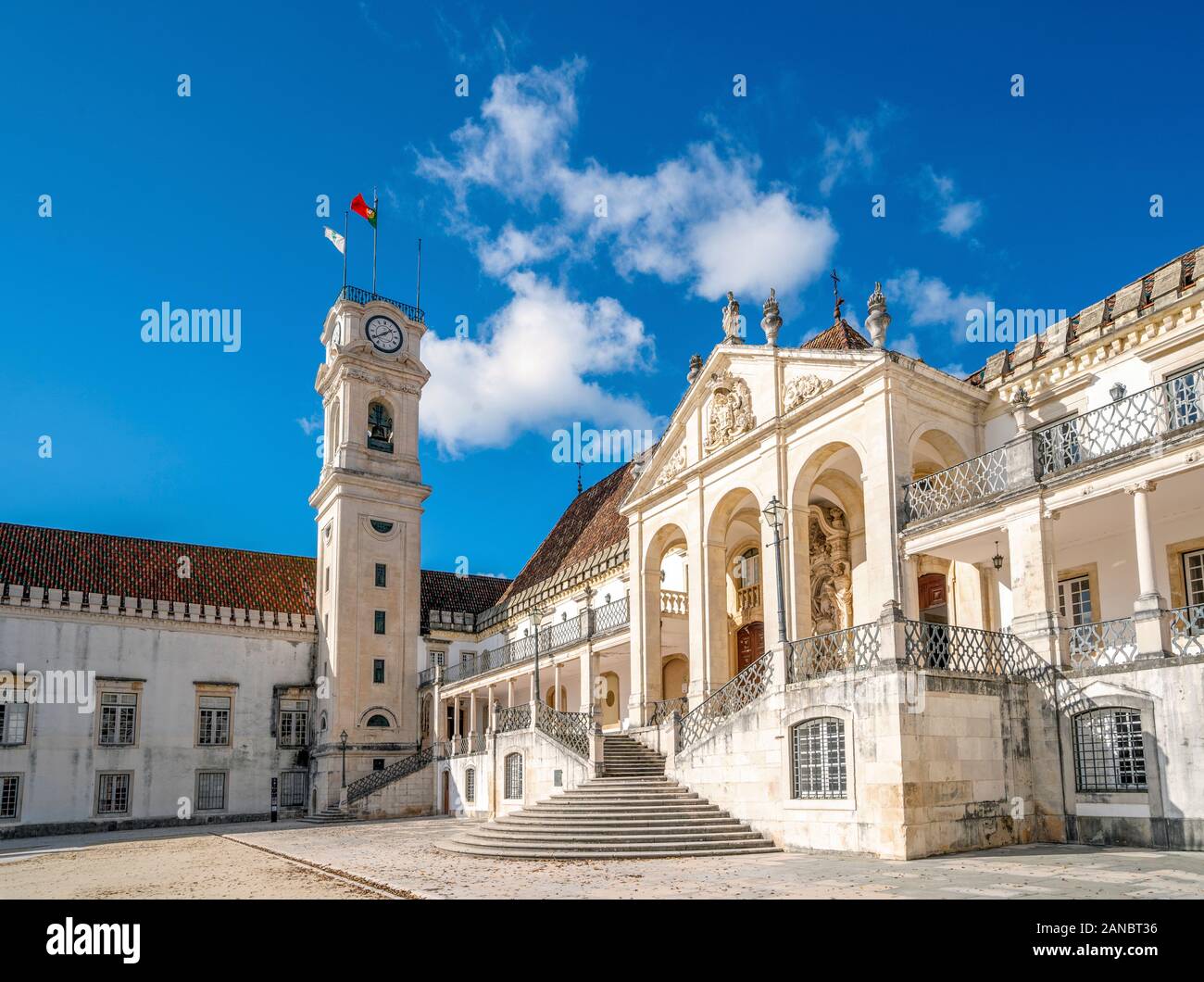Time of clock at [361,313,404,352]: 1:39
